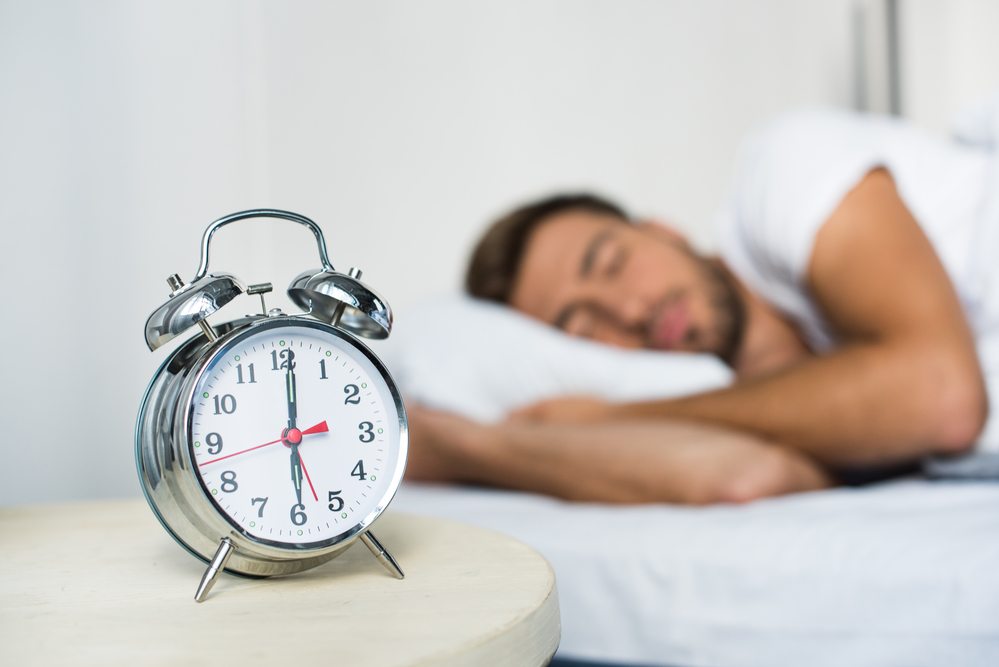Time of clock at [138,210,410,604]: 6:00
